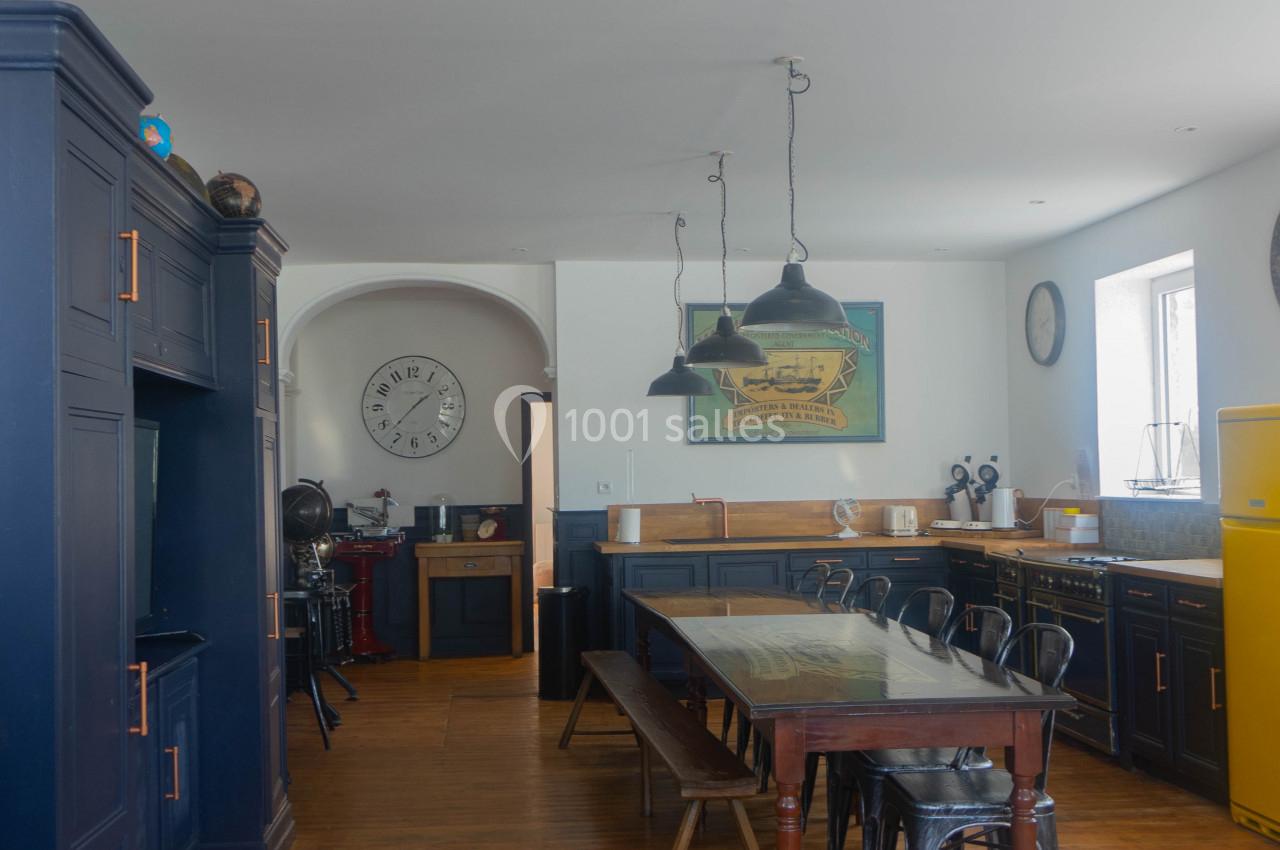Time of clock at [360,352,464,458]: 1:37
